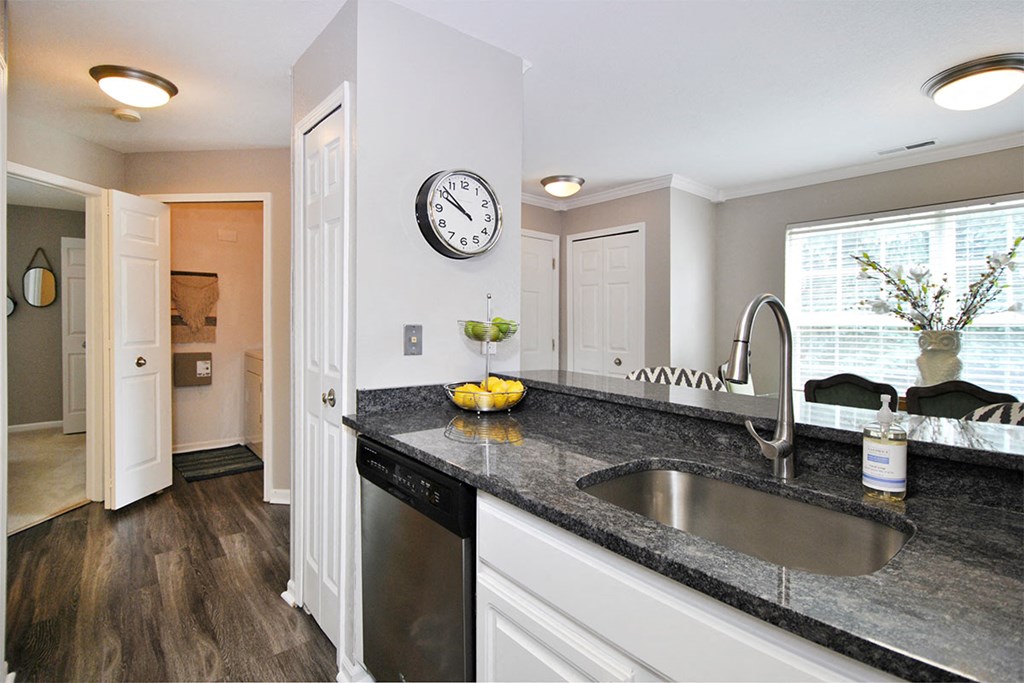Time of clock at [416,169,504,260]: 9:51
